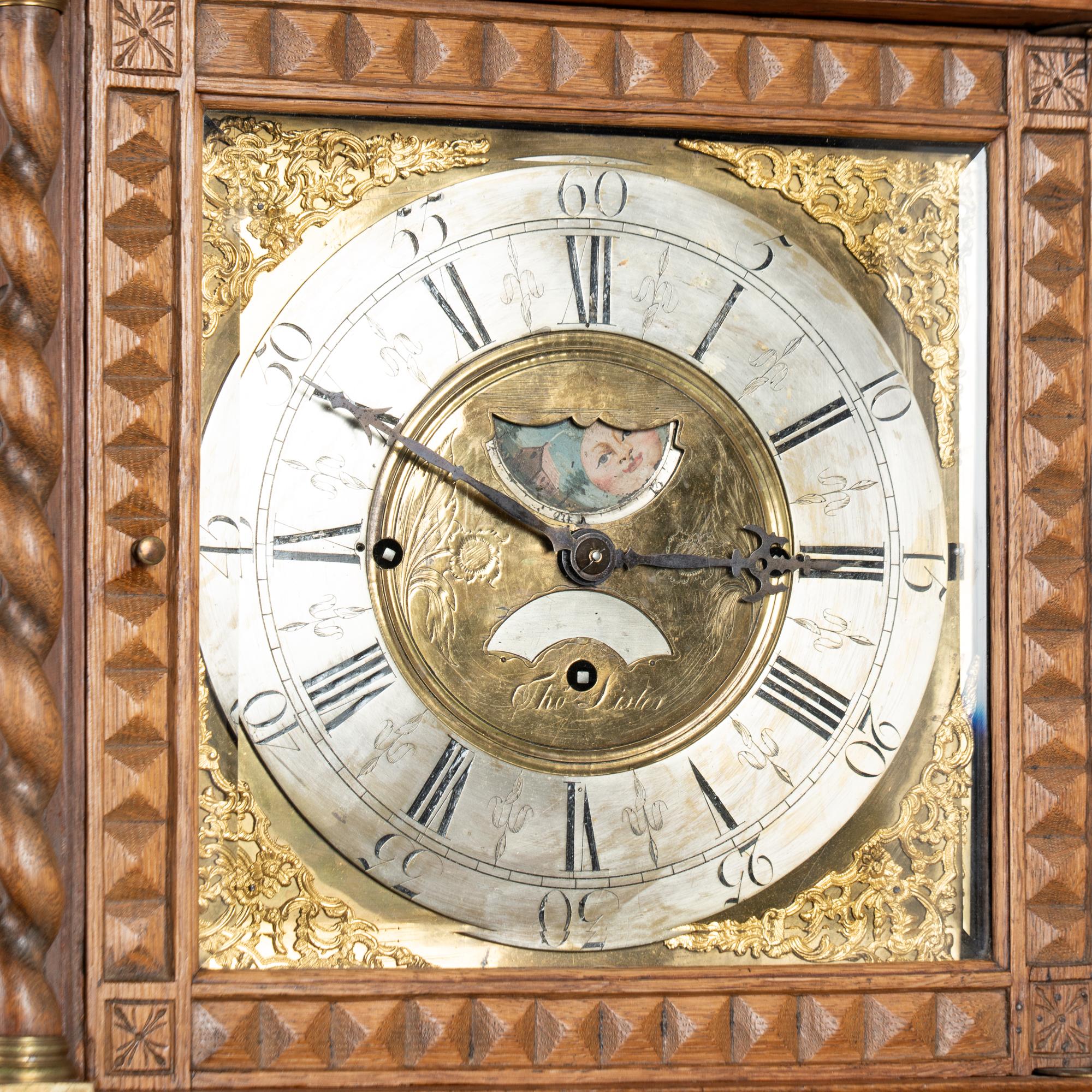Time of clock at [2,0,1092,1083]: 2:49
